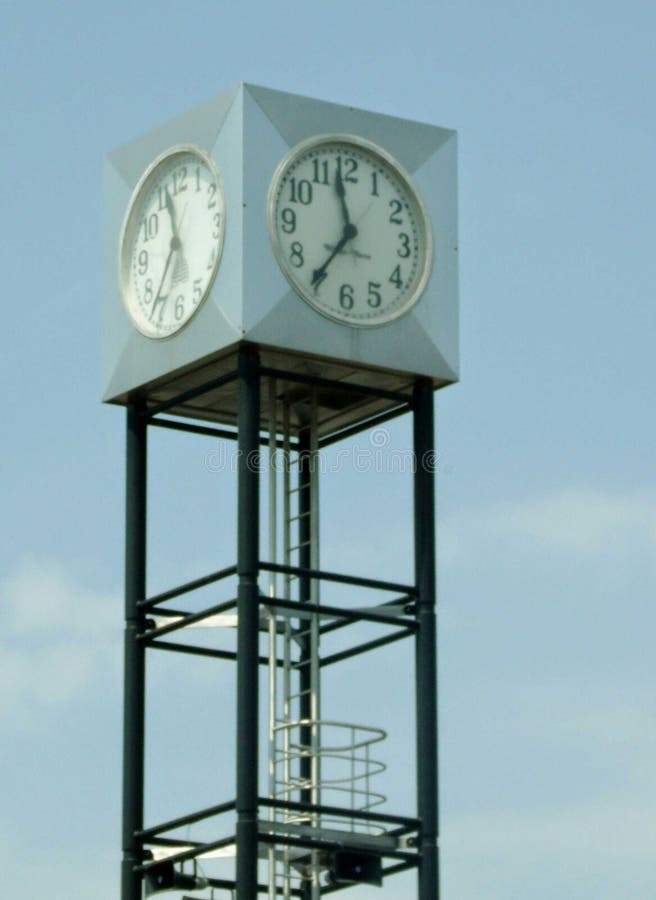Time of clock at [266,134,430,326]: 11:35
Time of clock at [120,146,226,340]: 11:36
